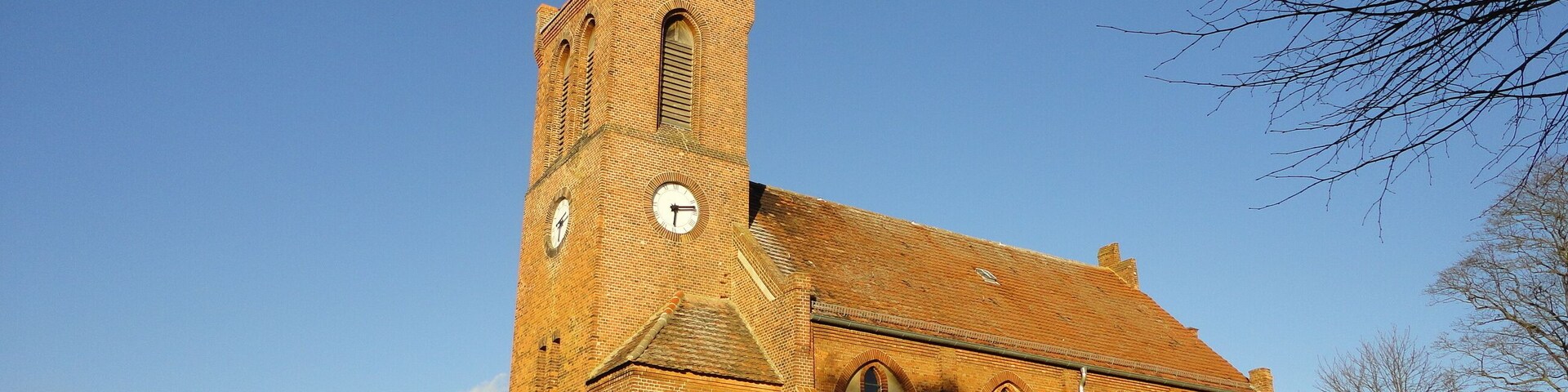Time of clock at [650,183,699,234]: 6:13
